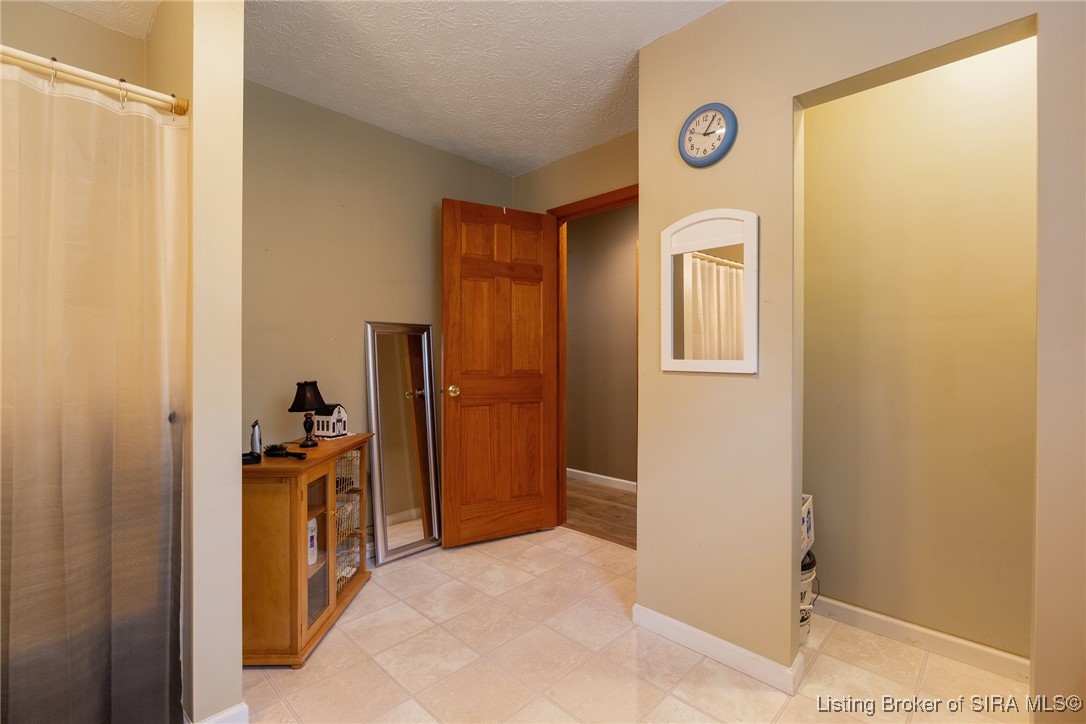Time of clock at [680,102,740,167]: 3:05
